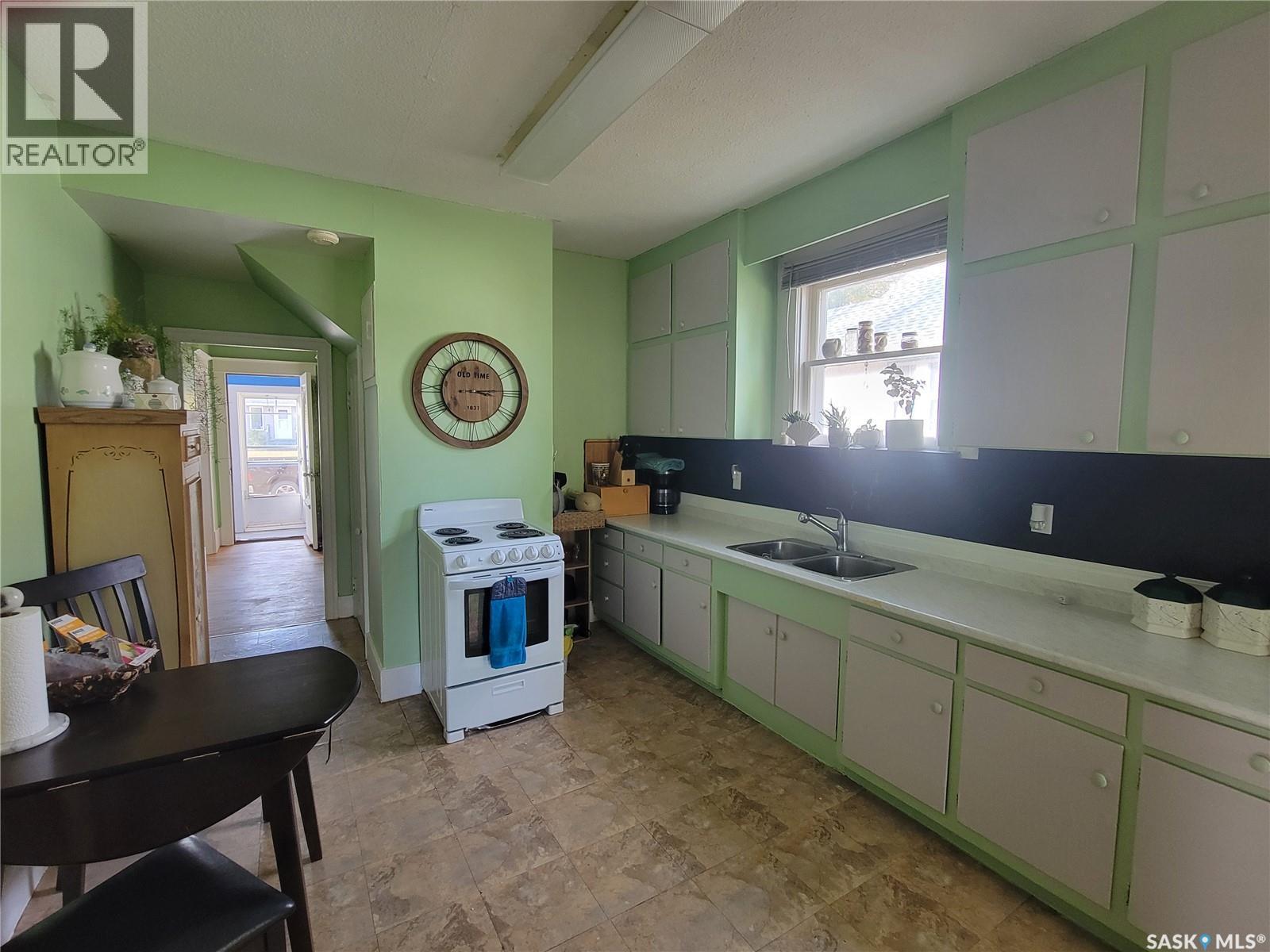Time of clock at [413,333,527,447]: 3:14
